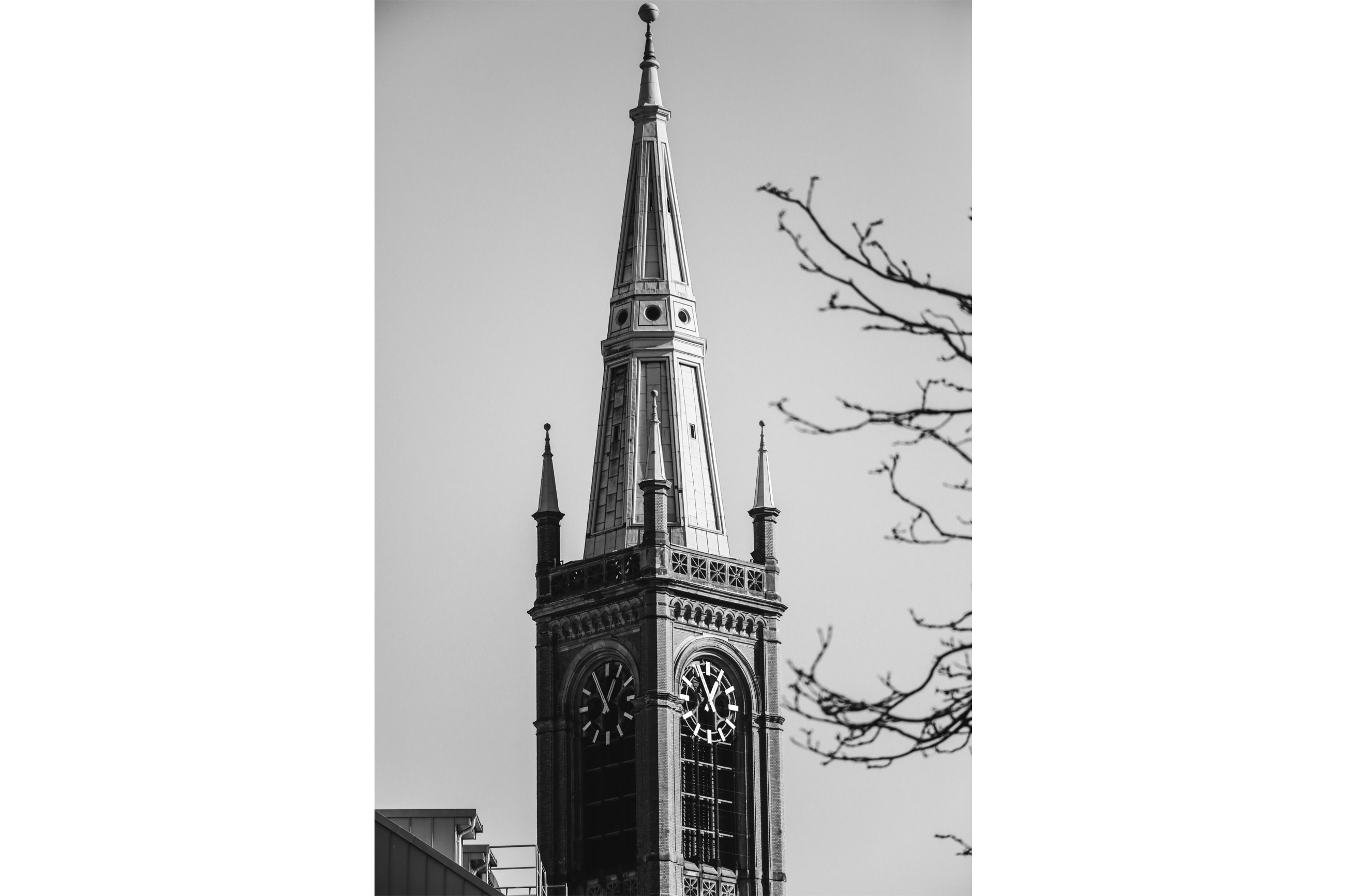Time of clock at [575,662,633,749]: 12:55
